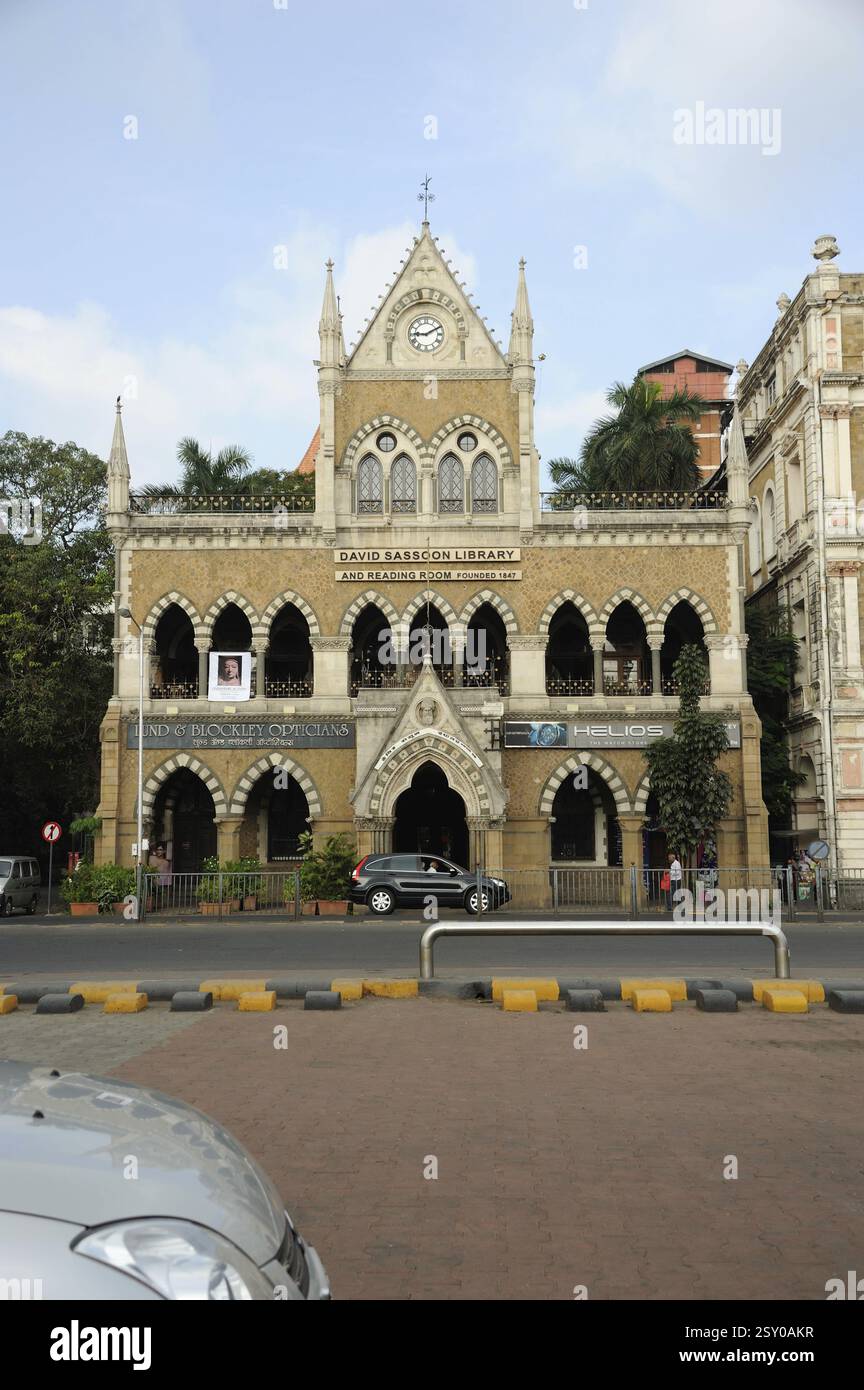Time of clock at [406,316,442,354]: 9:10
